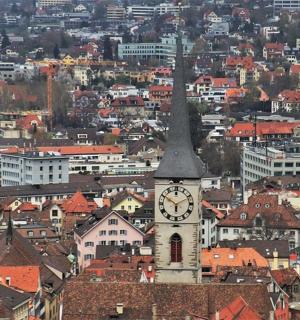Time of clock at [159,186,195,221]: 5:50
